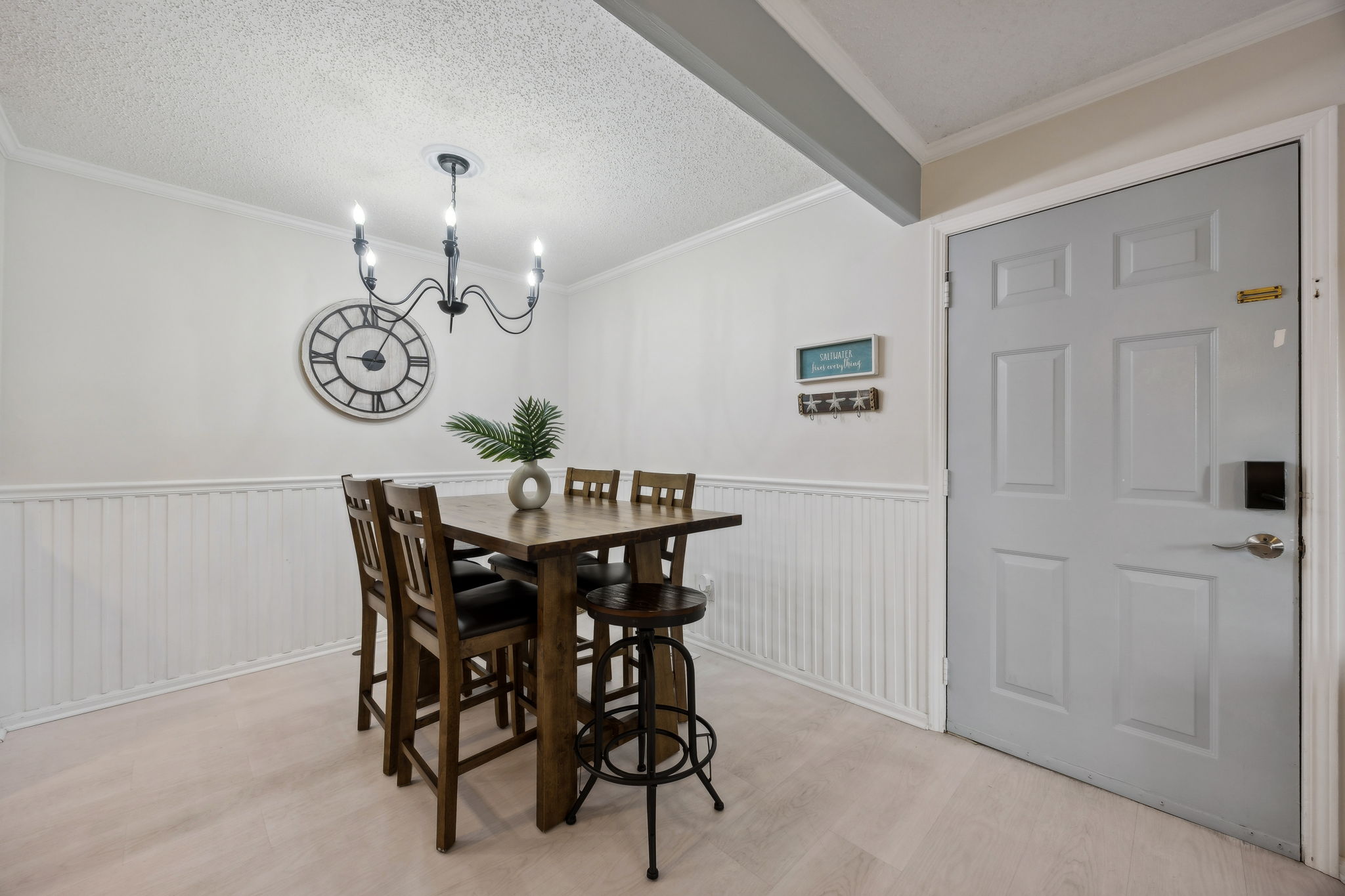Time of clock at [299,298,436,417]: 9:05
